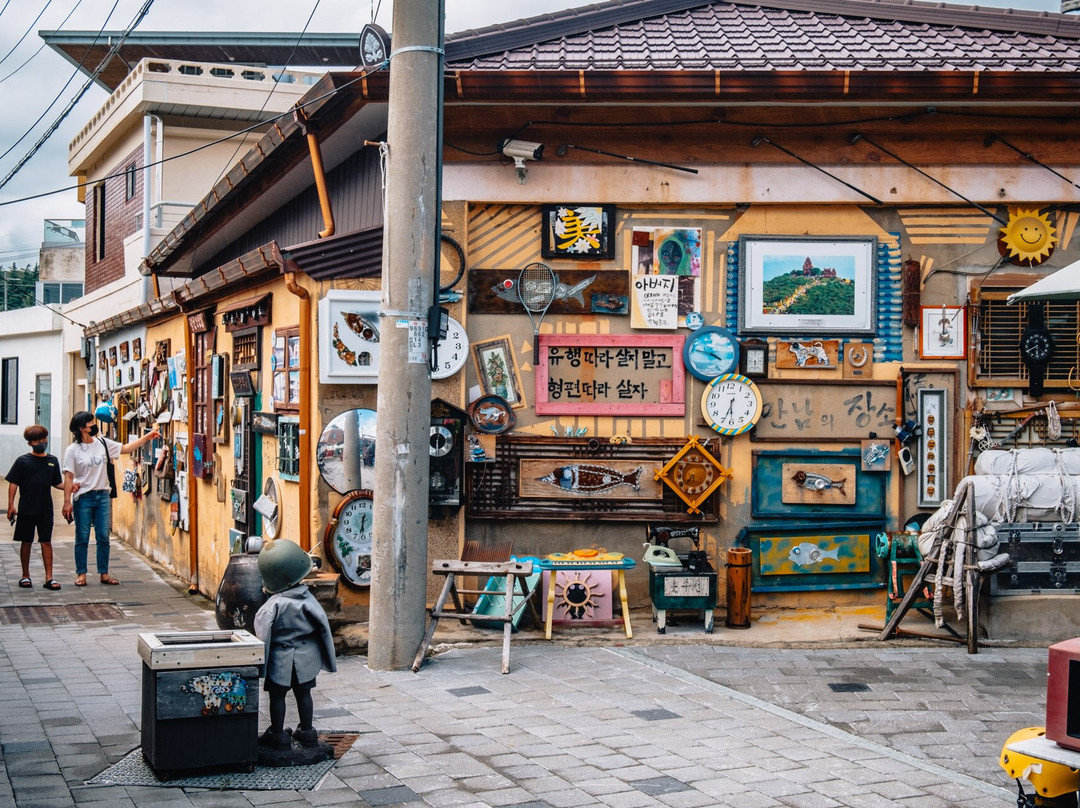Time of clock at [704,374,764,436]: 6:34
